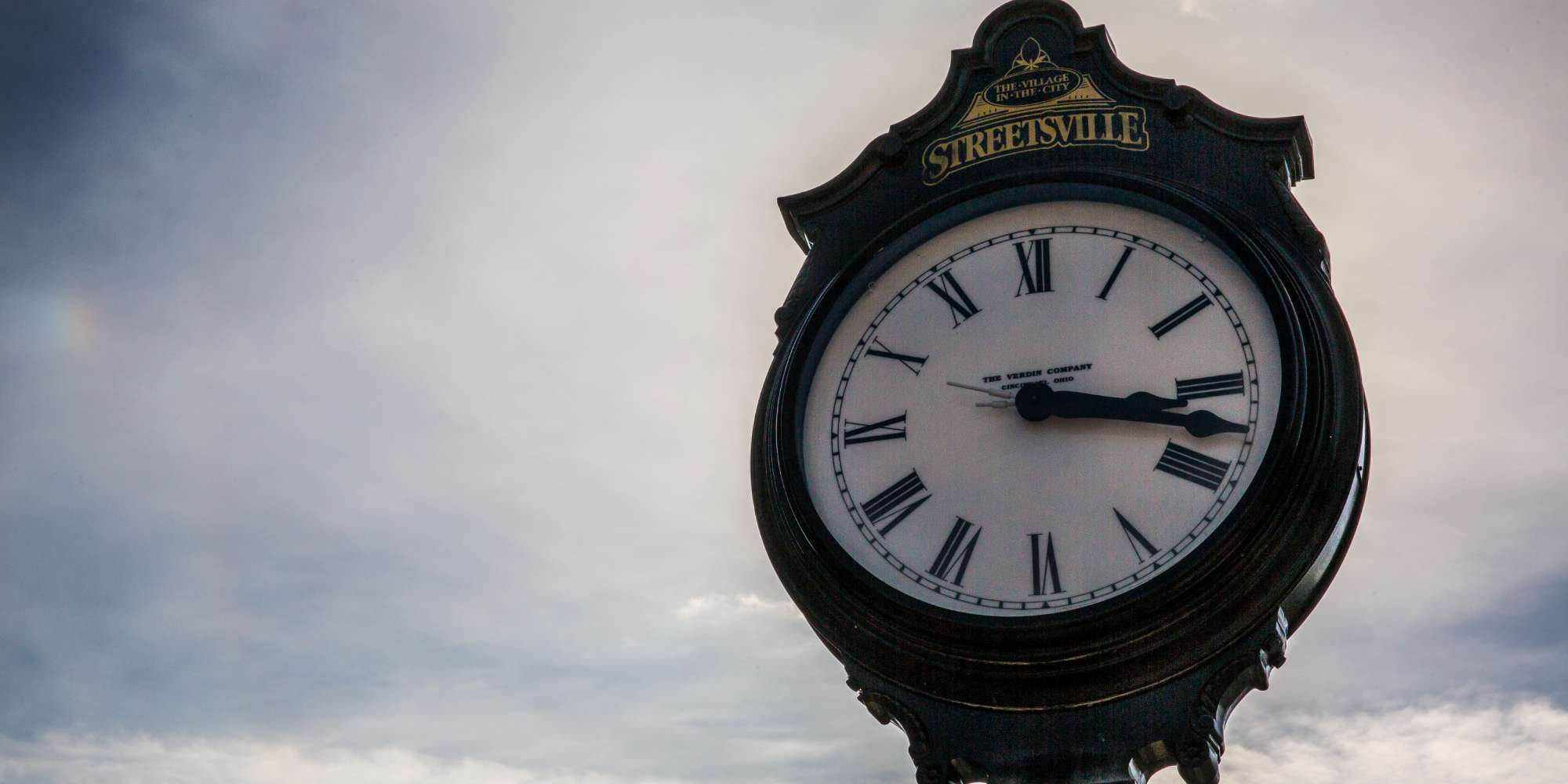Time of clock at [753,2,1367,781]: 3:17
